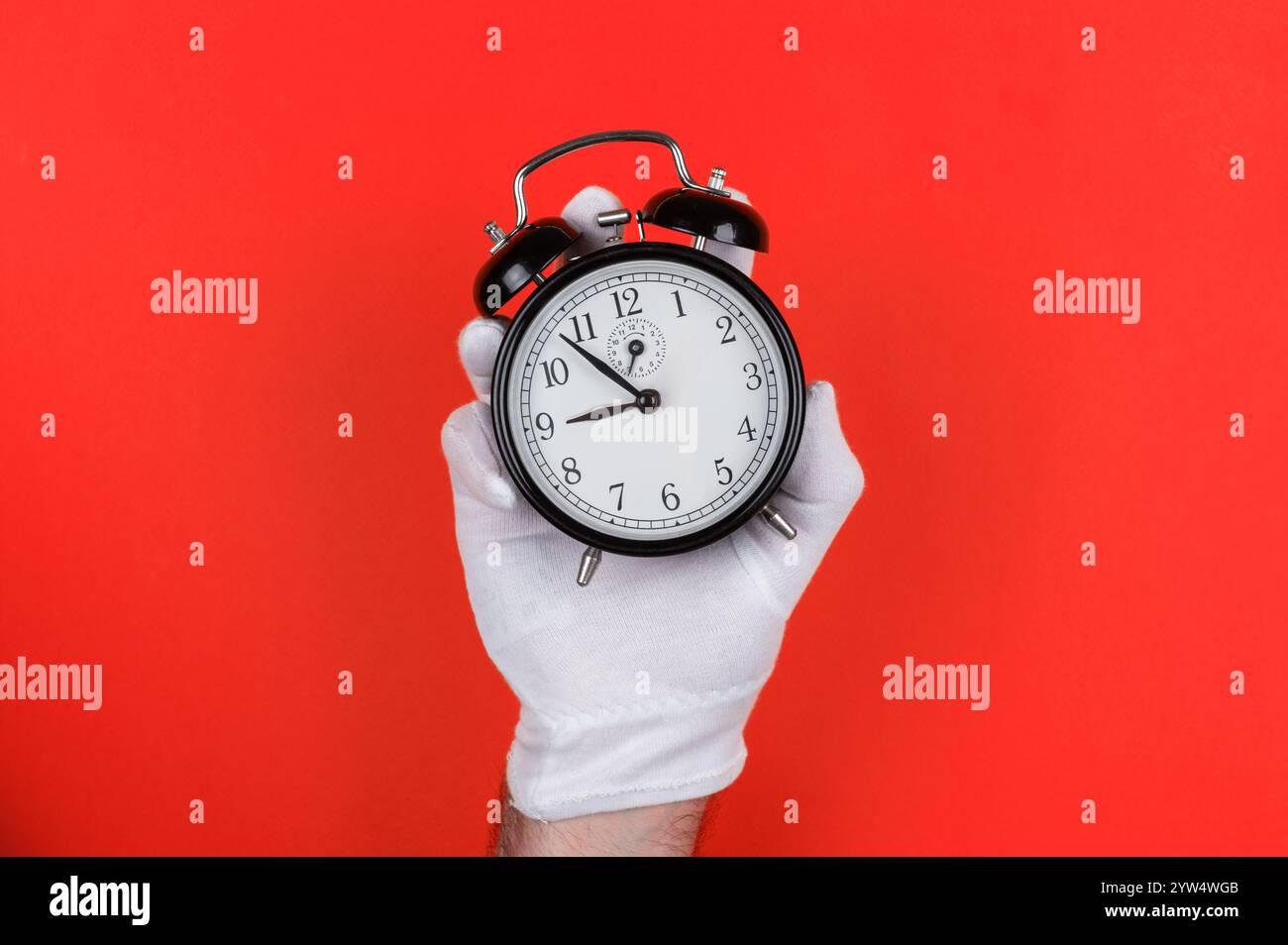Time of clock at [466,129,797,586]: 8:53
